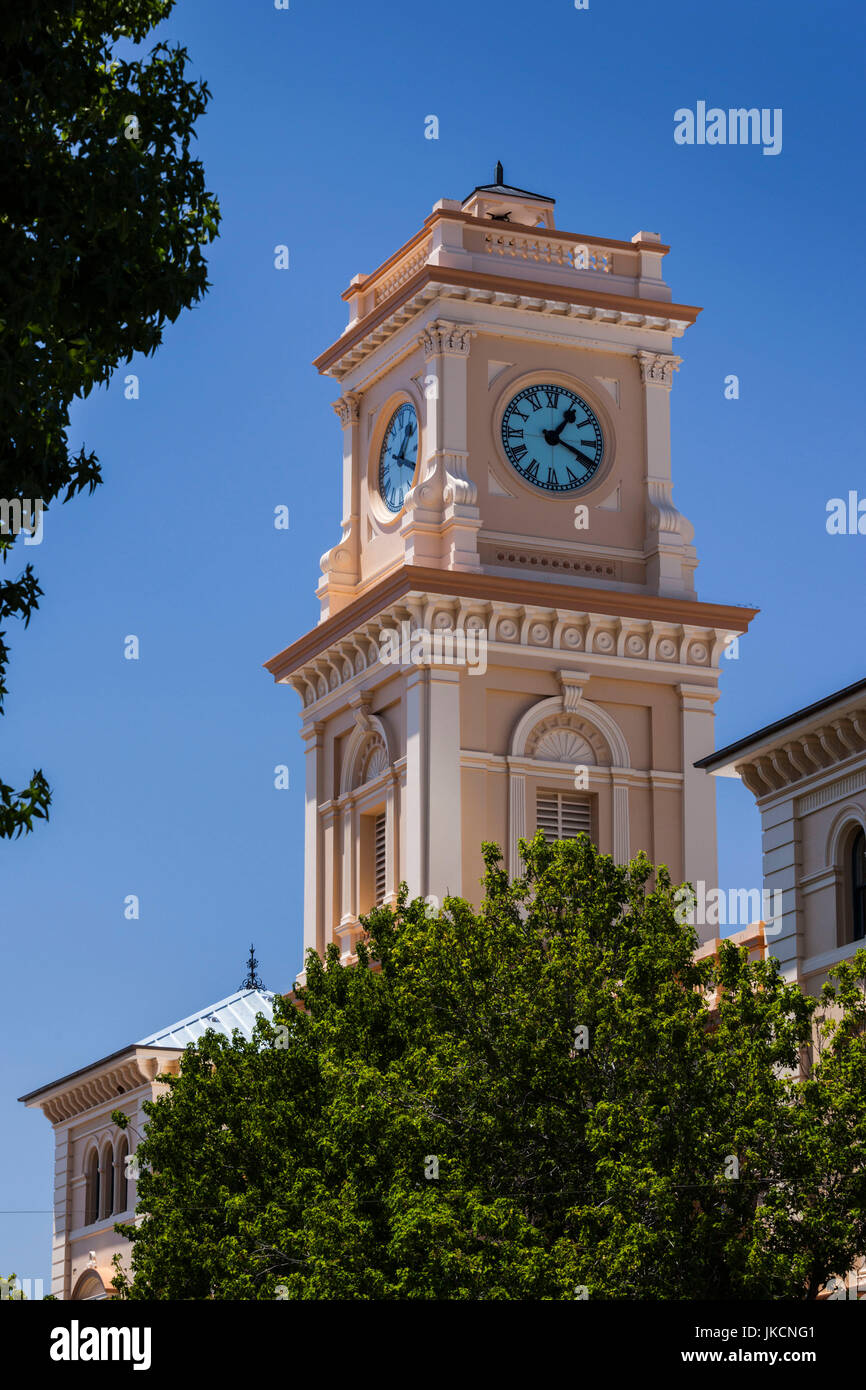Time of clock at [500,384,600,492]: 1:18
